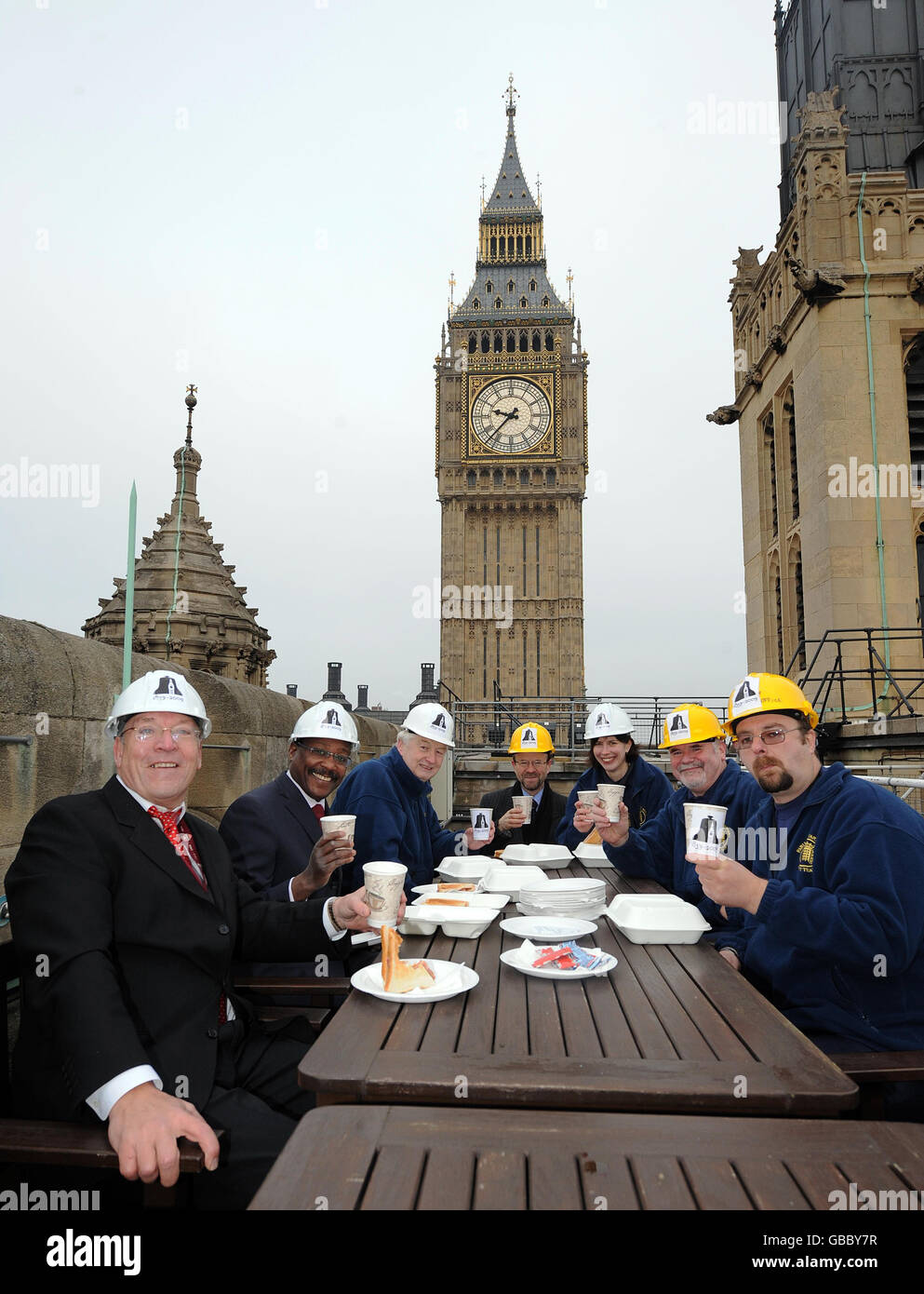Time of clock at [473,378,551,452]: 9:37
